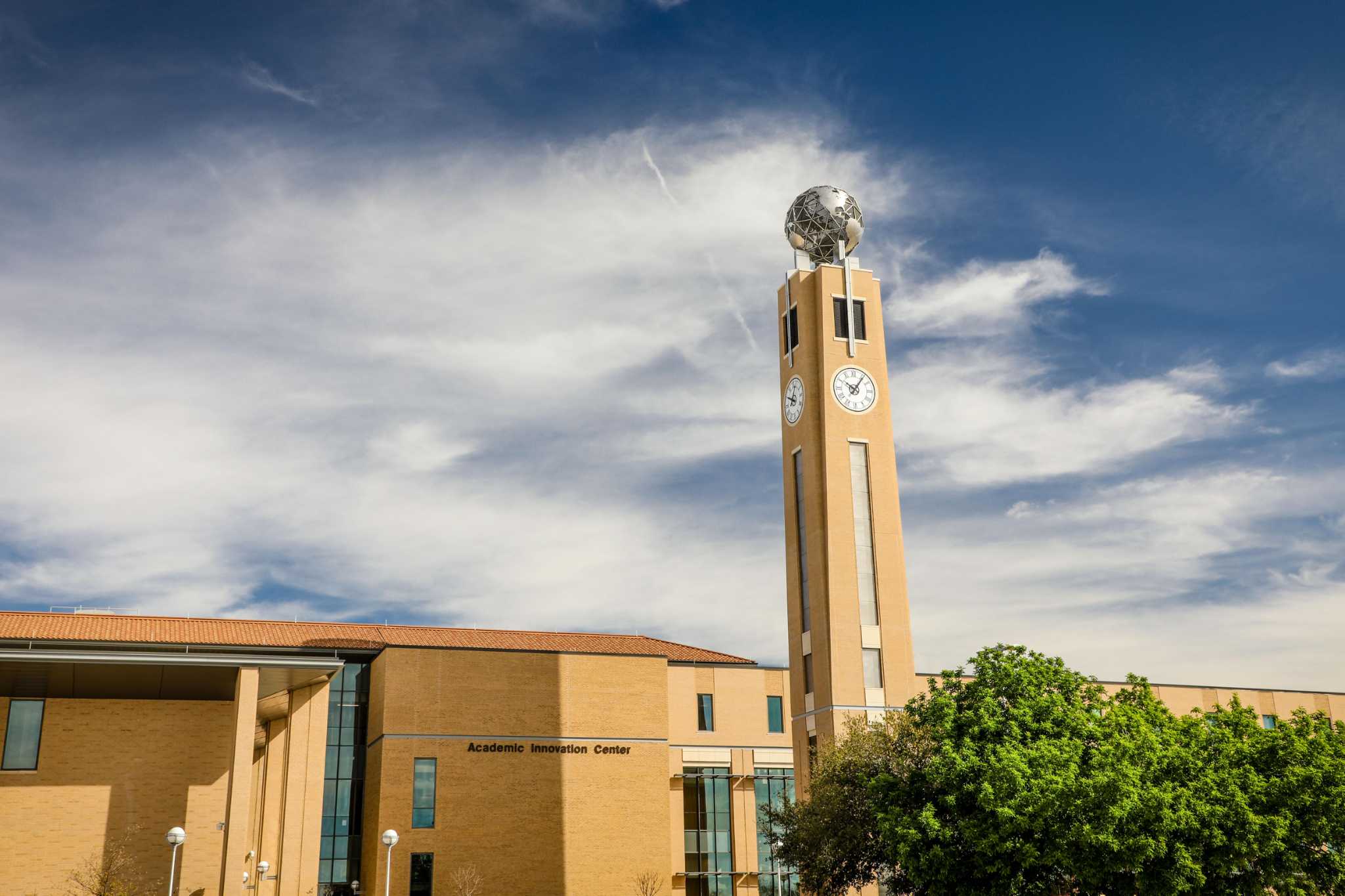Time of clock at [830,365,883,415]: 10:06
